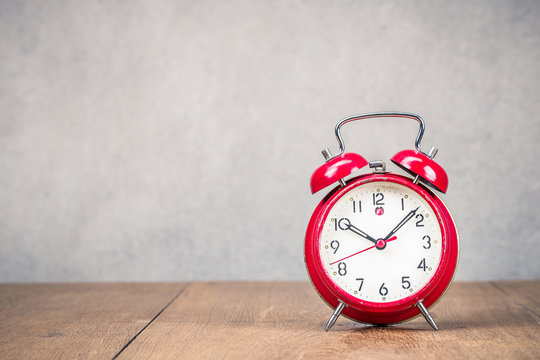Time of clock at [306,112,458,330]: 10:07
